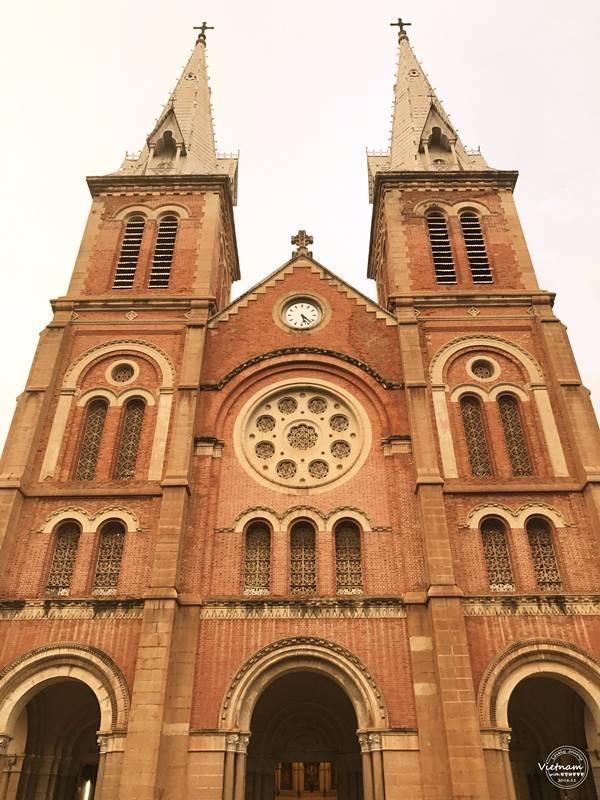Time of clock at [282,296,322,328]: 5:22
